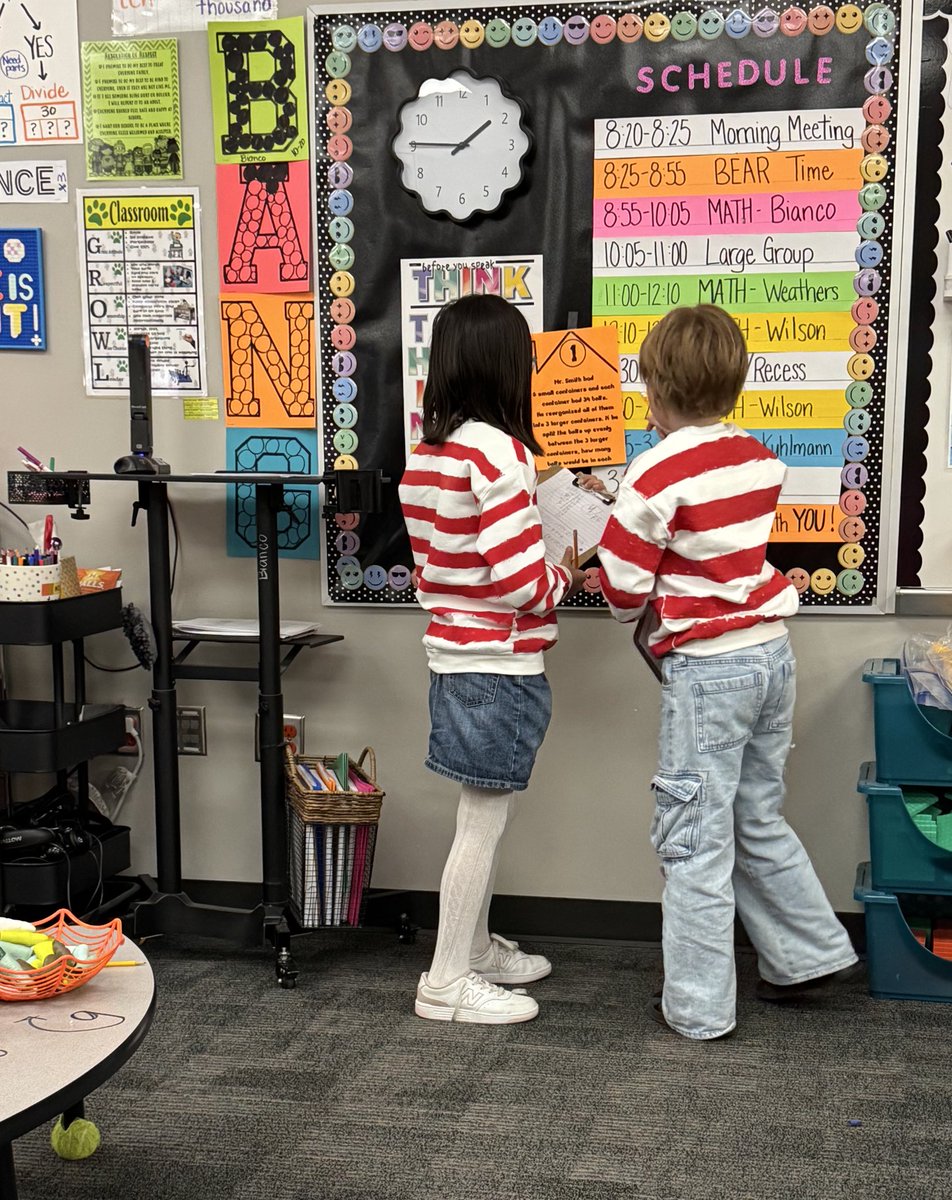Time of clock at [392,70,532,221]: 1:45
